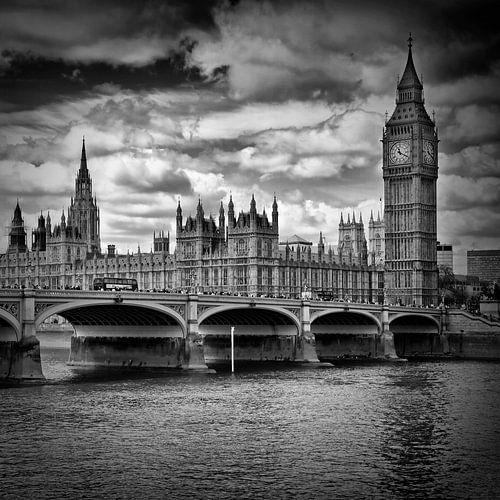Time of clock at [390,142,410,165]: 11:19
